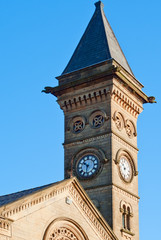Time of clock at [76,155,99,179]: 10:32
